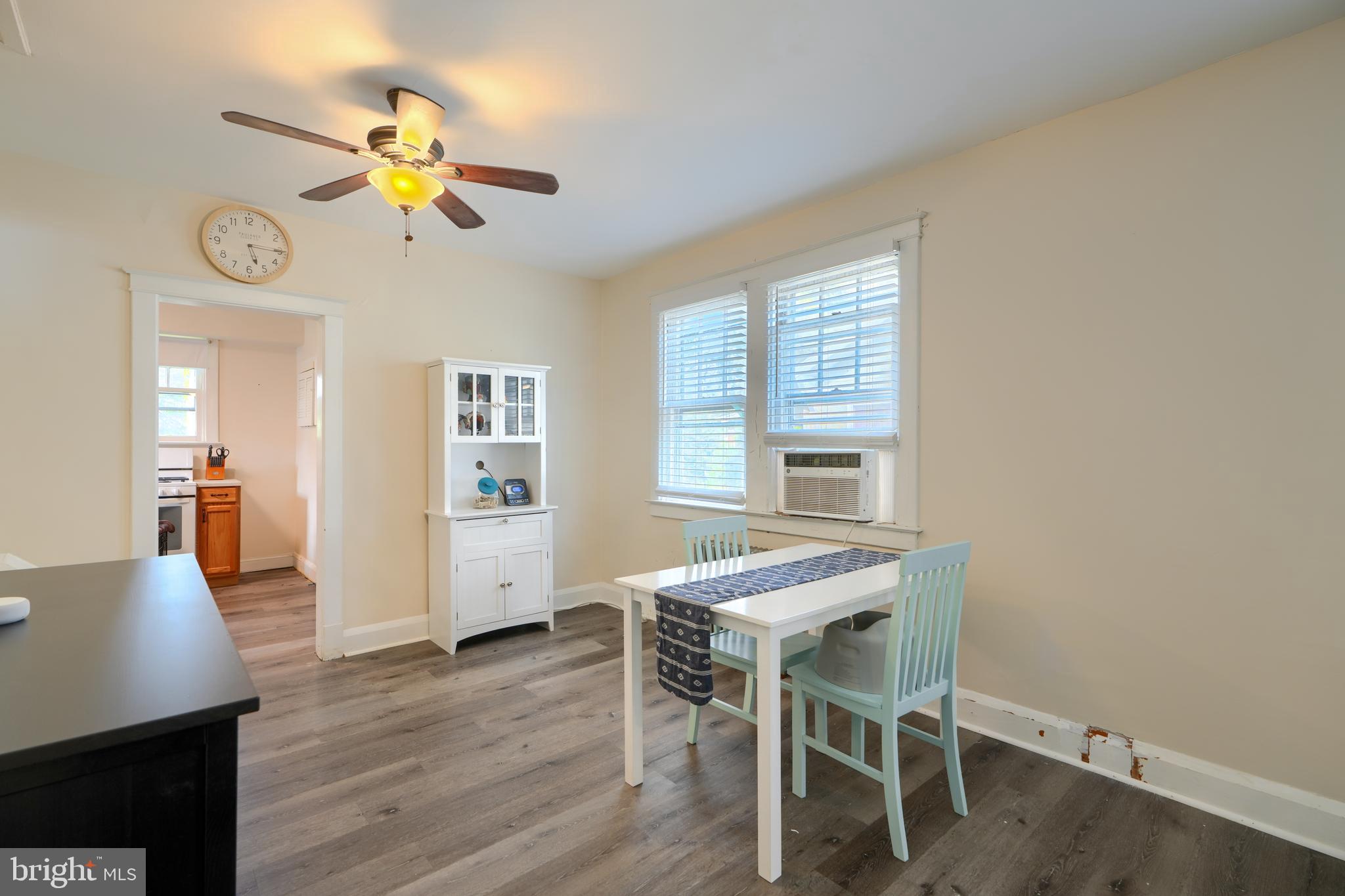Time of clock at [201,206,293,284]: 5:15
